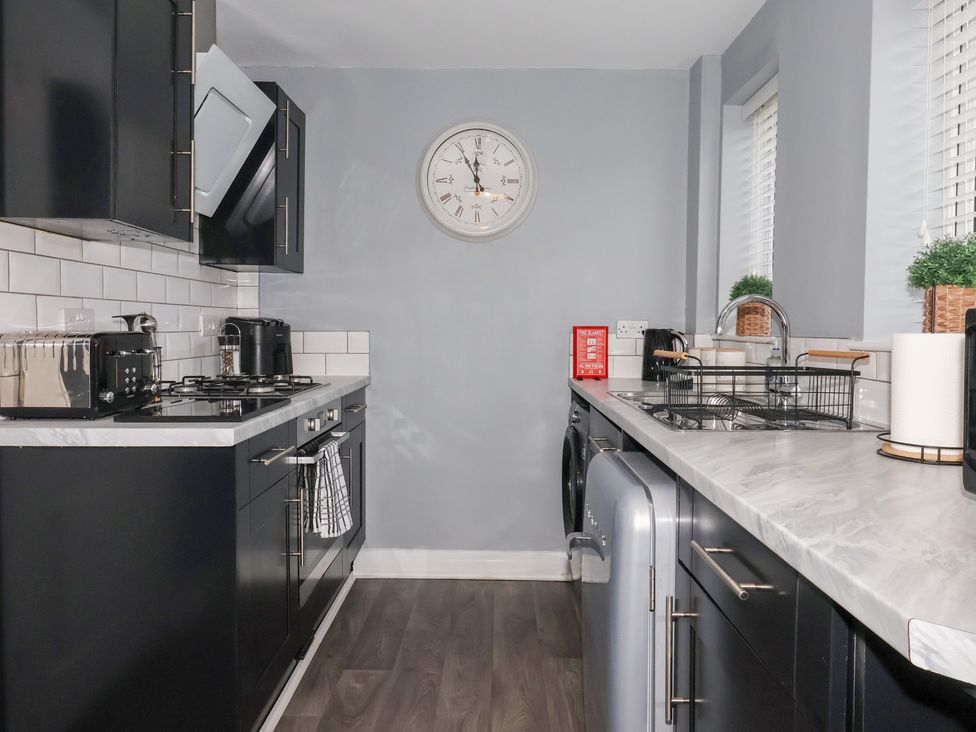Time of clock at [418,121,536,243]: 11:54
